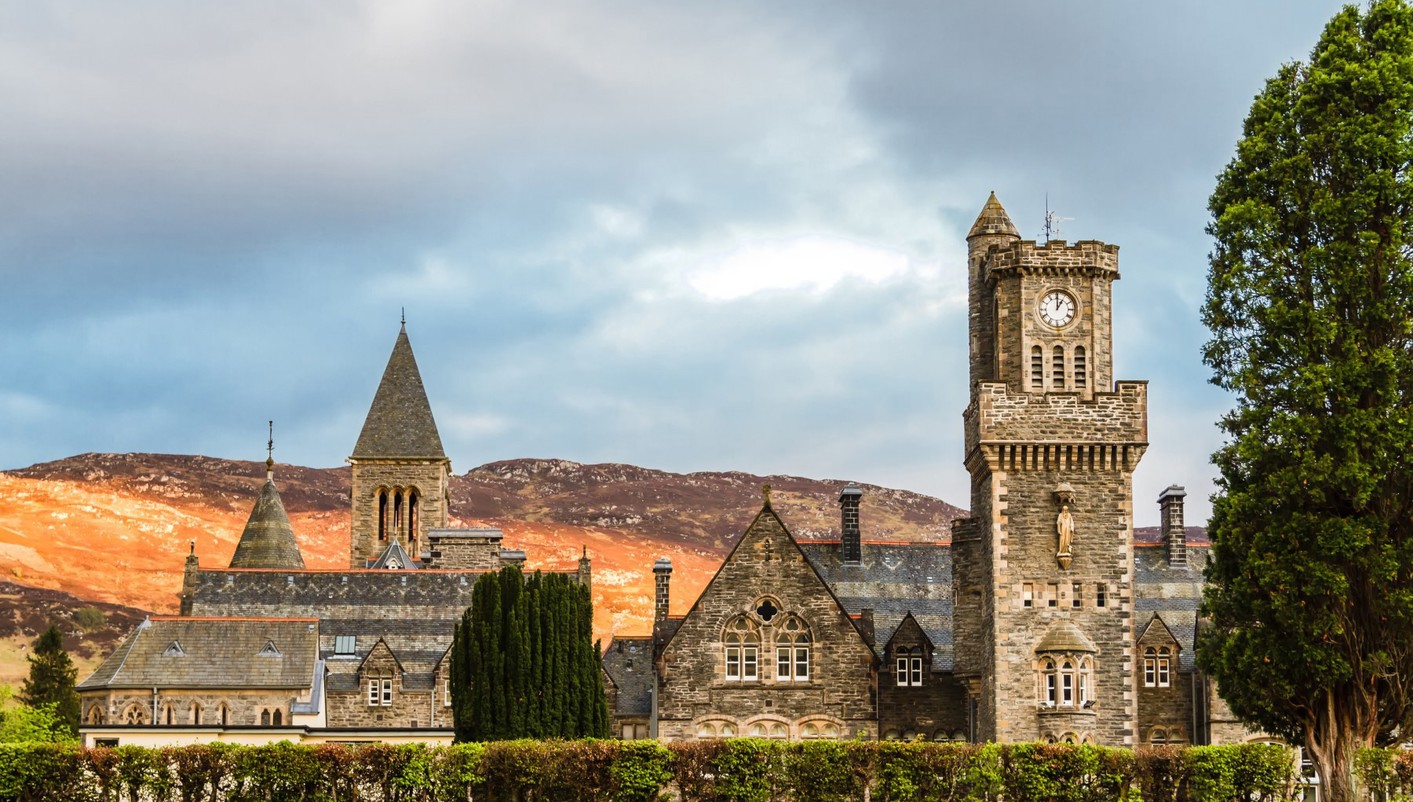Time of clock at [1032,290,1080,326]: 1:00
